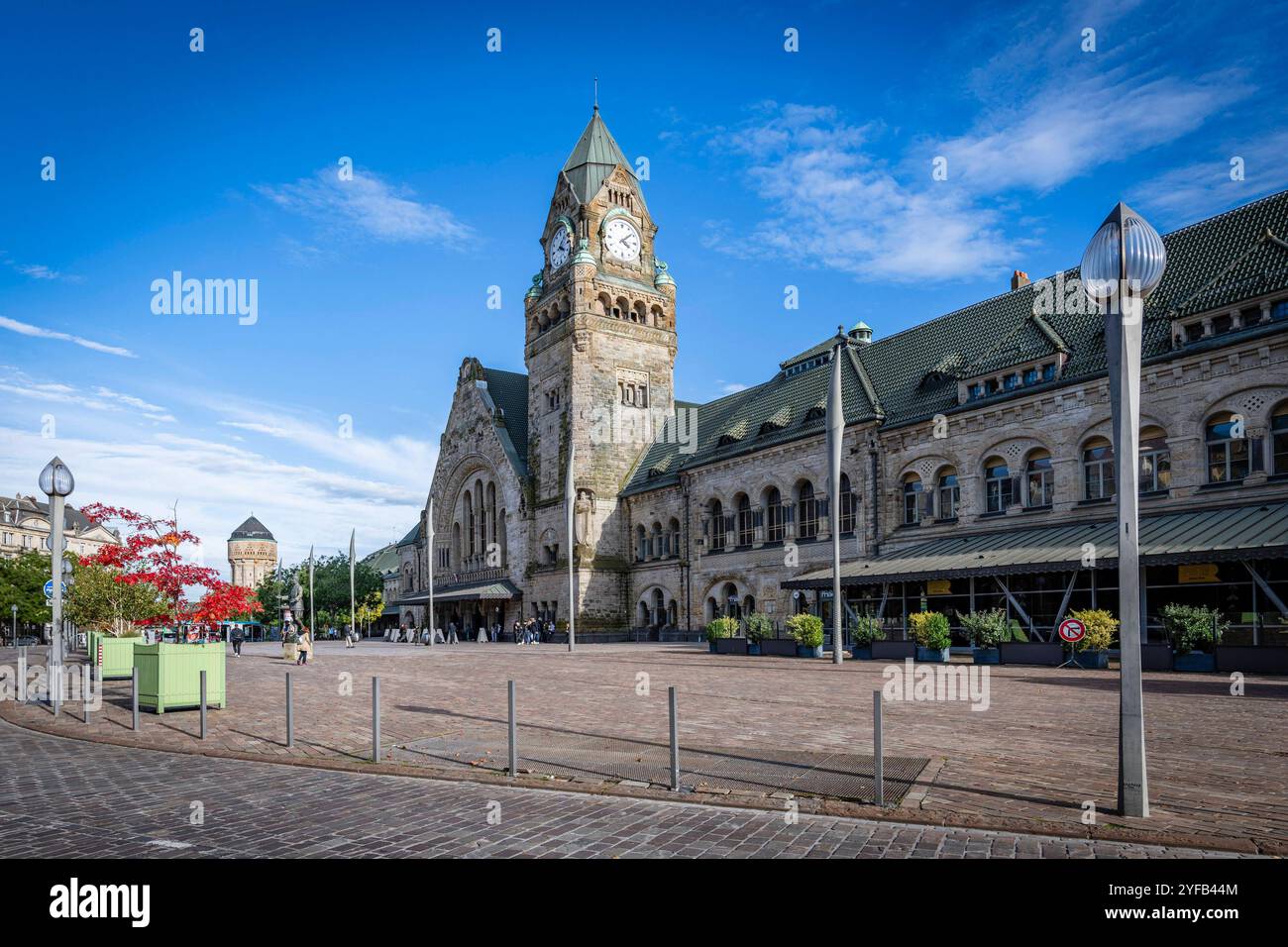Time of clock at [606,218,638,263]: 4:08
